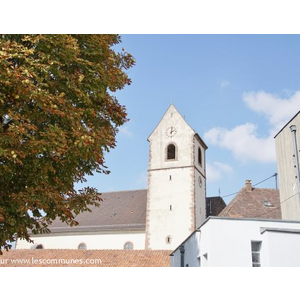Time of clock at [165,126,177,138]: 2:01
